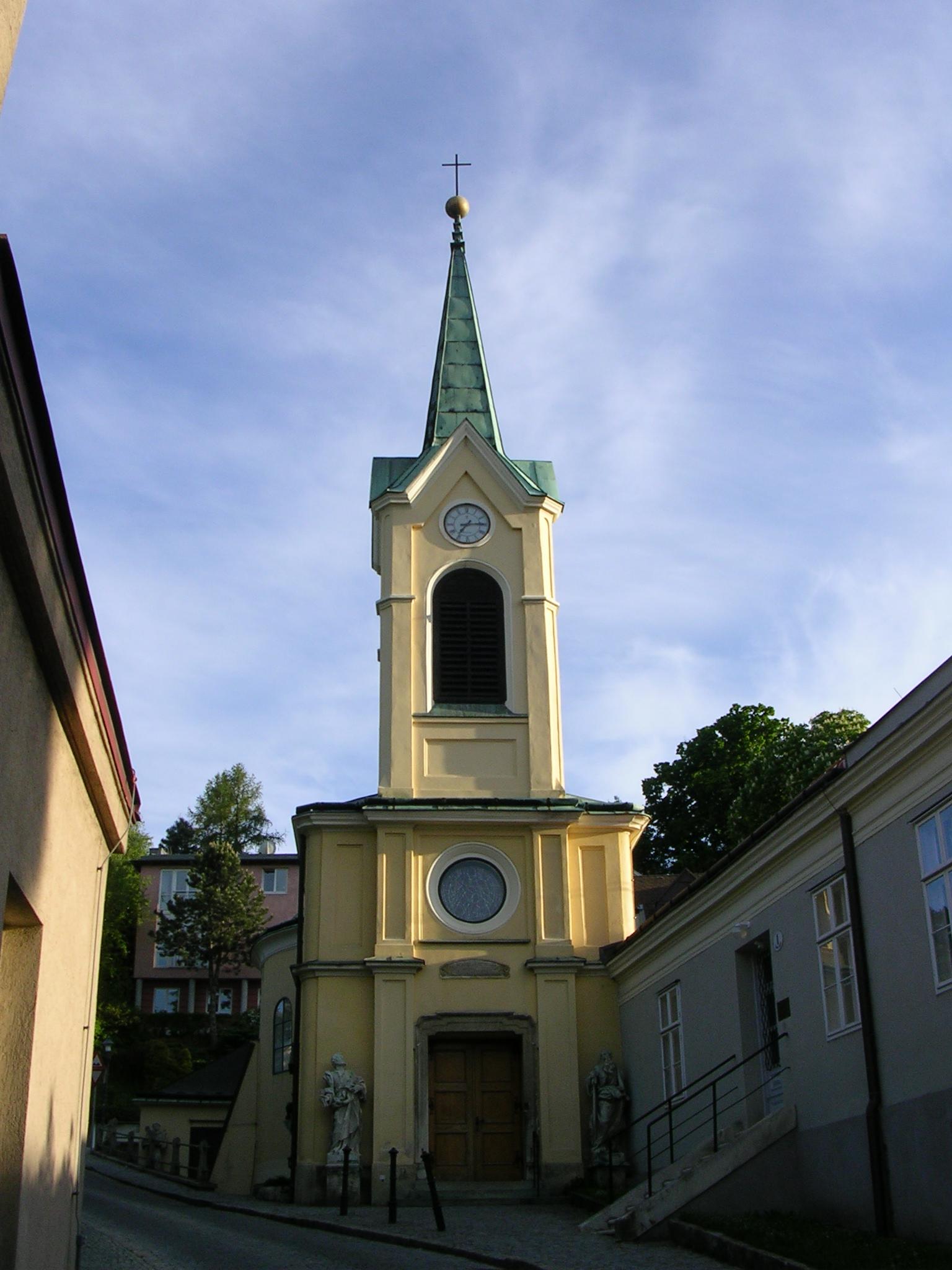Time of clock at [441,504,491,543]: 7:14
